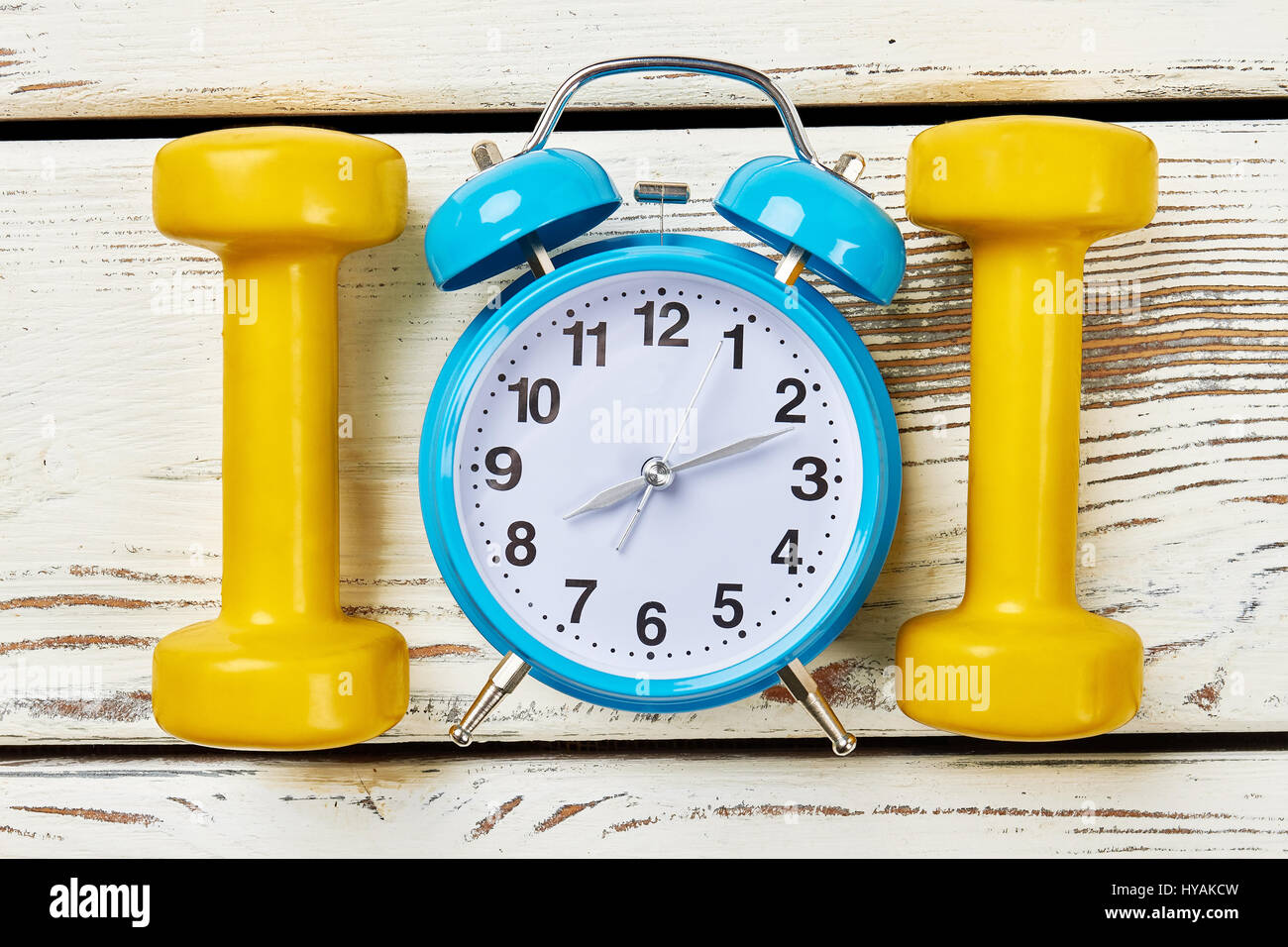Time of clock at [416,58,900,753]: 8:11
